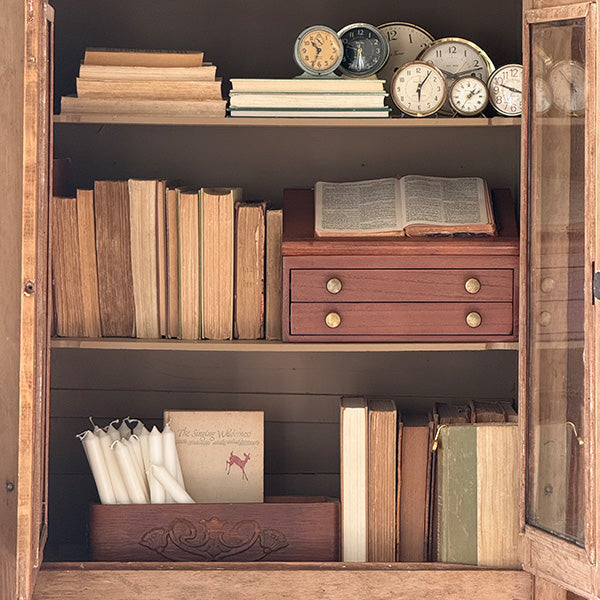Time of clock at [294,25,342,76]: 10:34
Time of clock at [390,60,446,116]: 6:06
